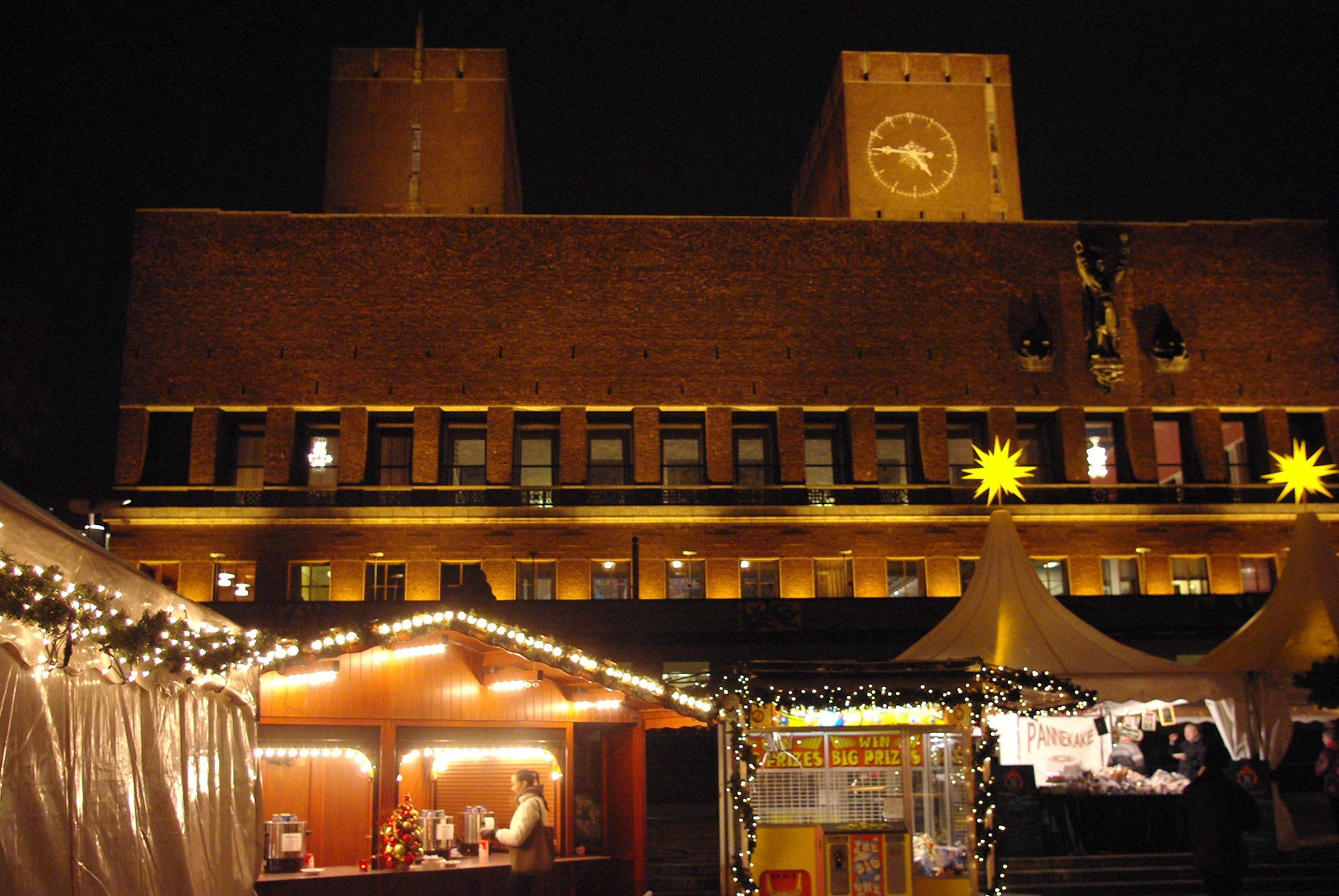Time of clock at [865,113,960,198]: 4:46
